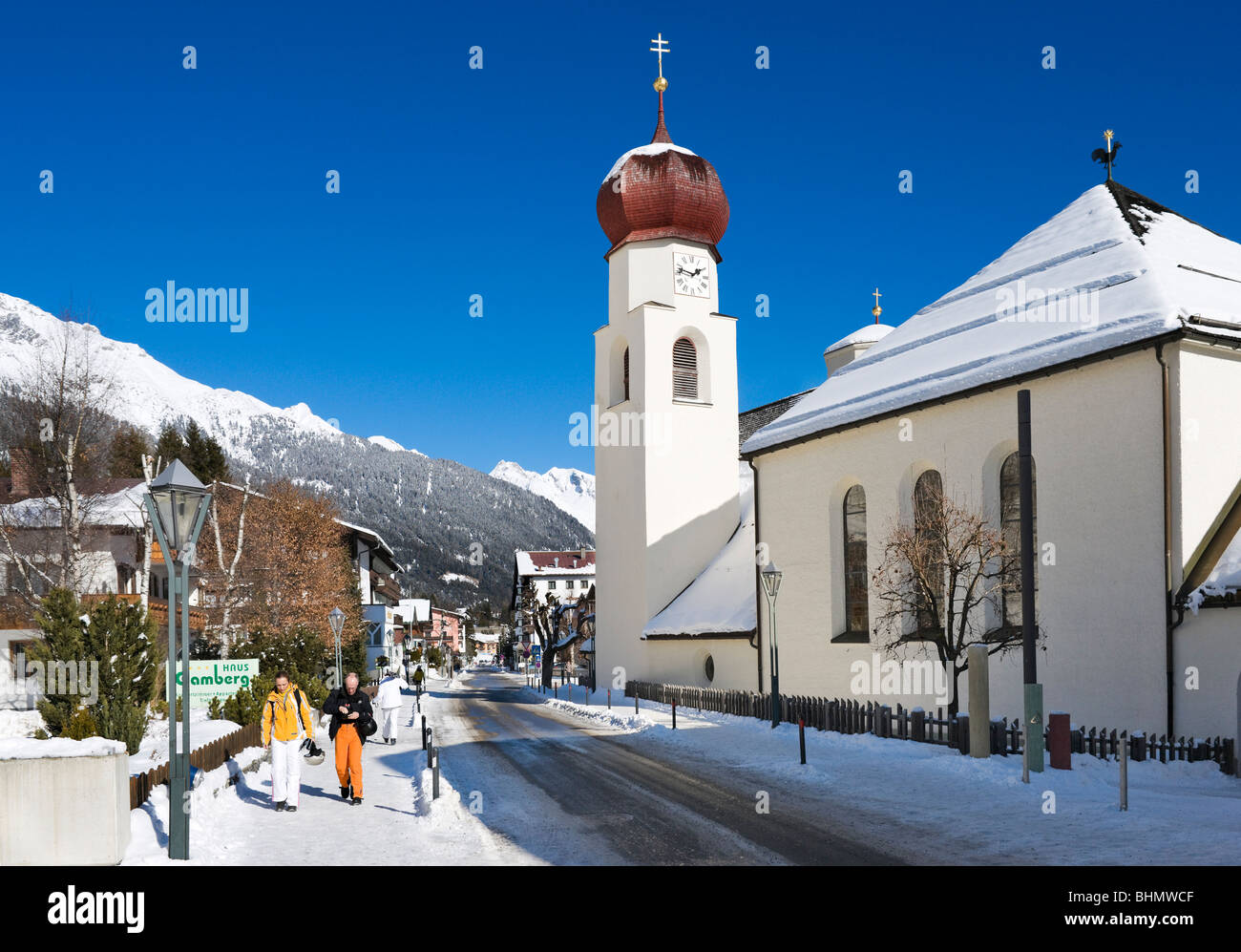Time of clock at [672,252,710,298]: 1:47
